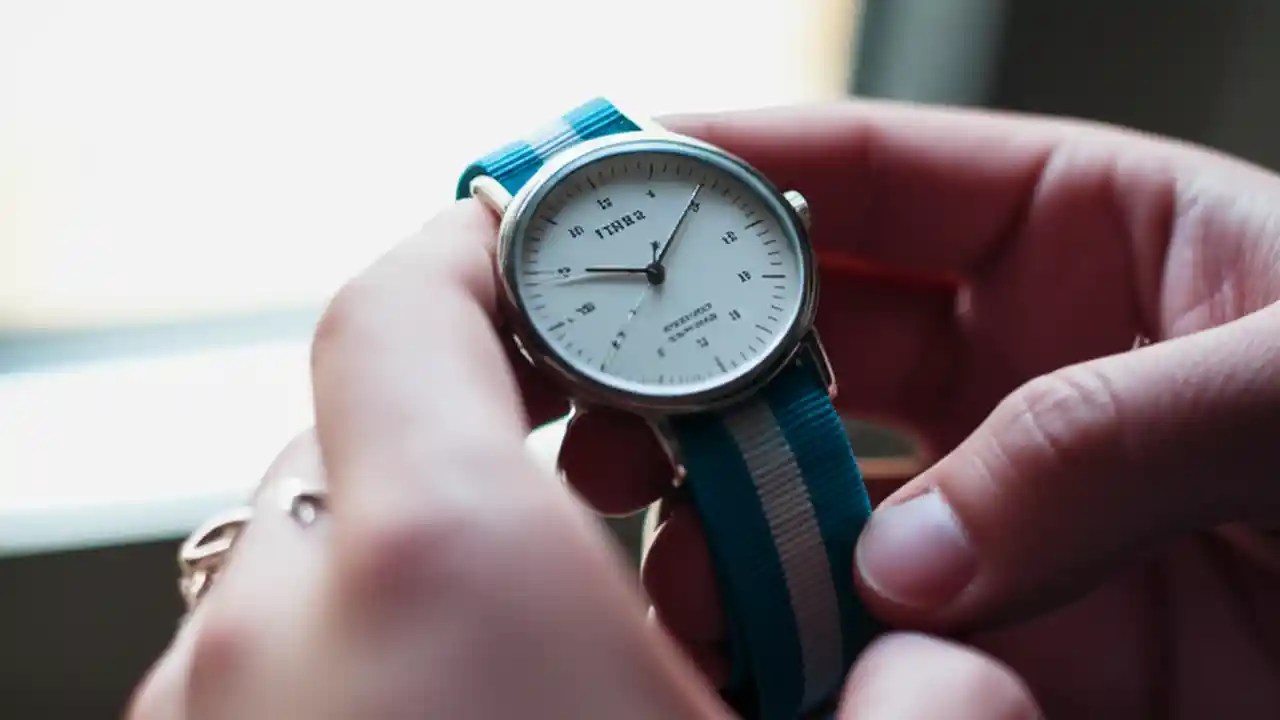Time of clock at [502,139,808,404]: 9:04
